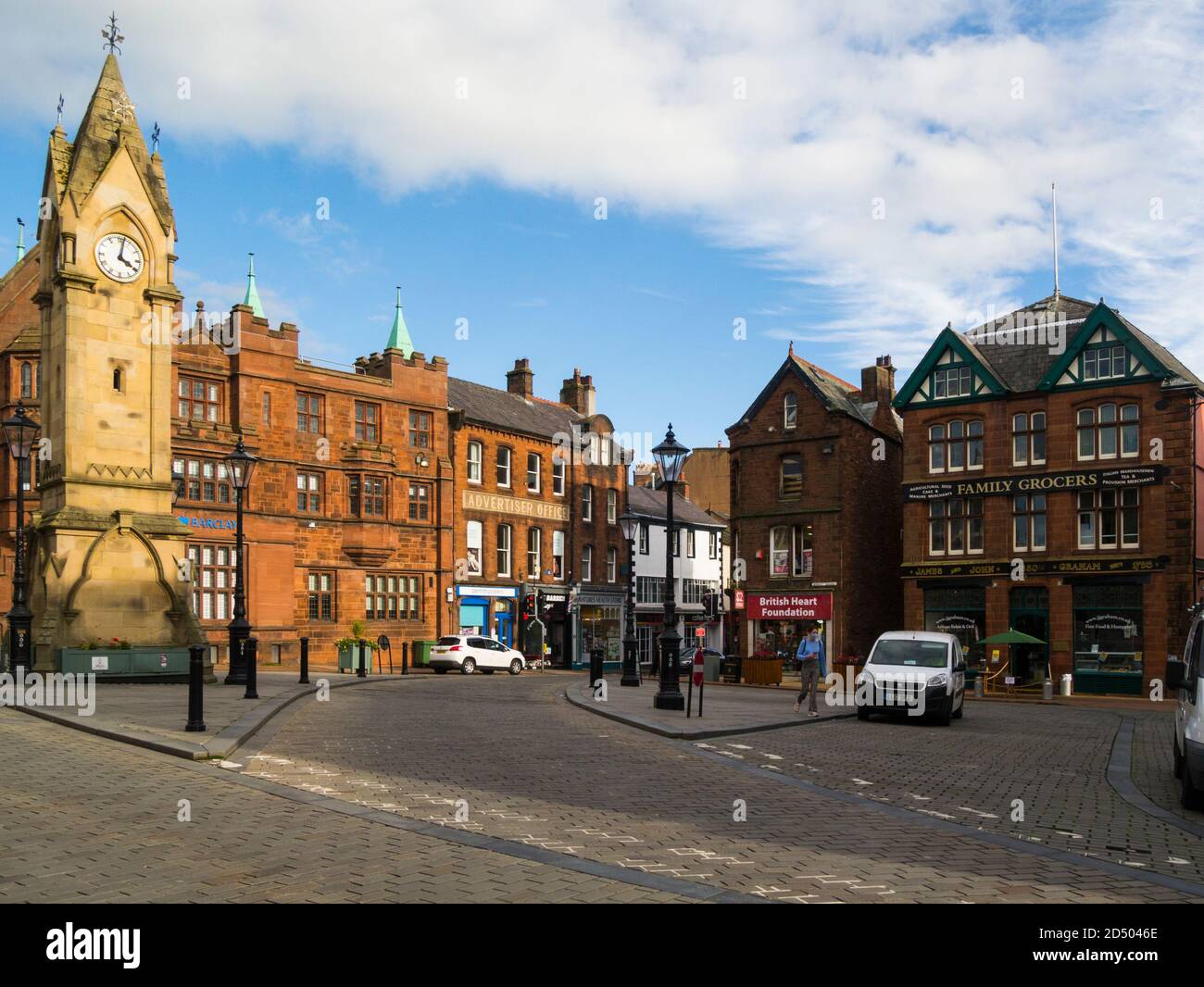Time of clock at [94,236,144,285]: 4:02
